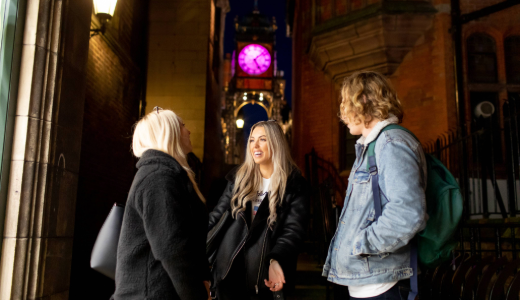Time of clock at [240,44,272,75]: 5:08
